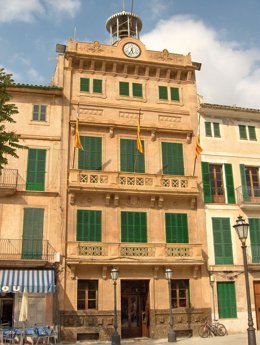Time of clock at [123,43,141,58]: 5:33
